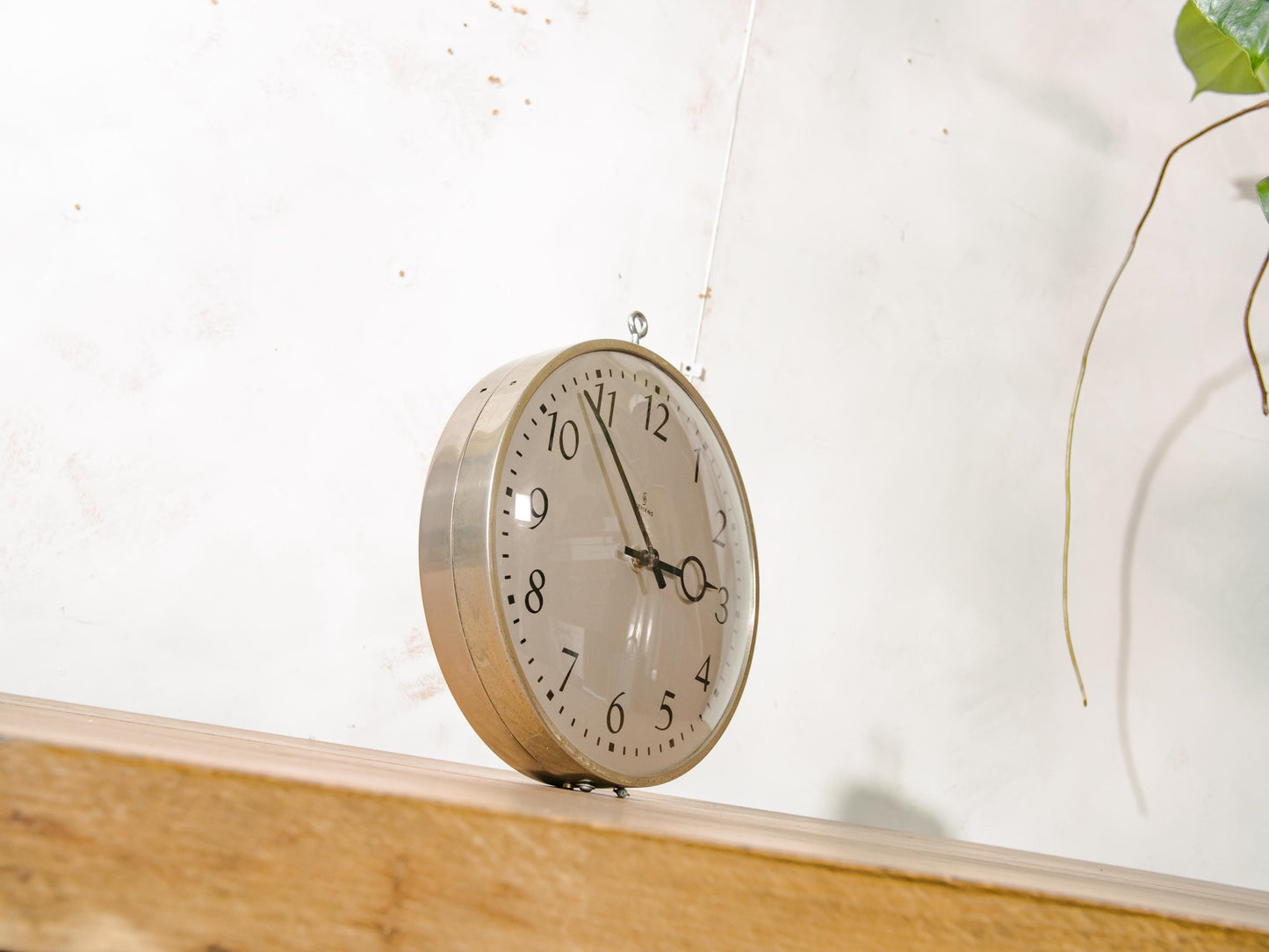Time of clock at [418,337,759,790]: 2:53
